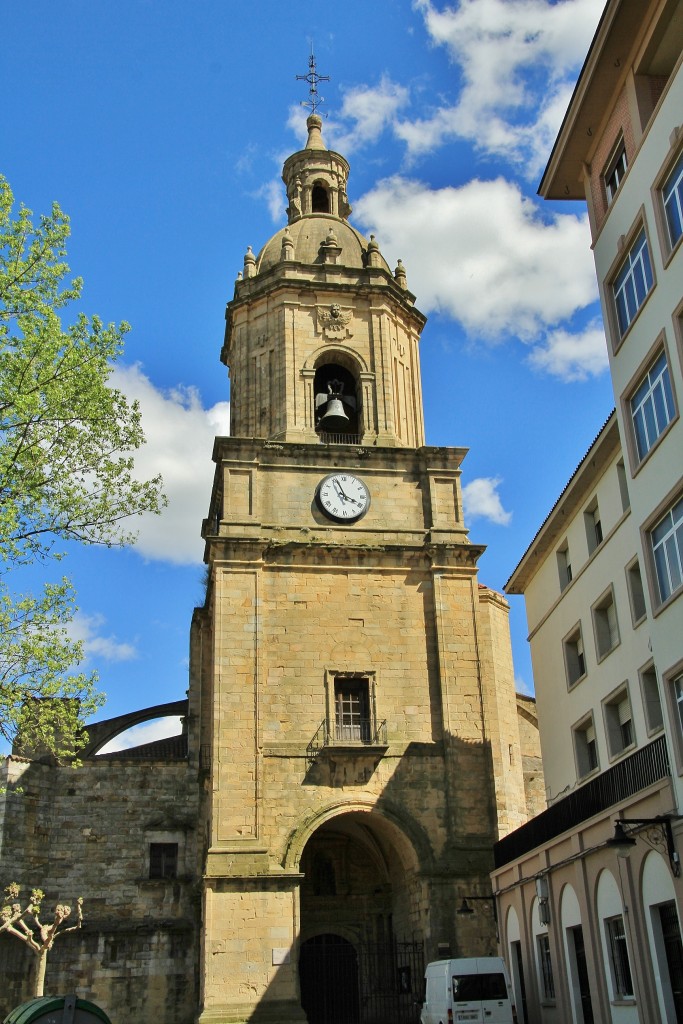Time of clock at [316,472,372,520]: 3:56
